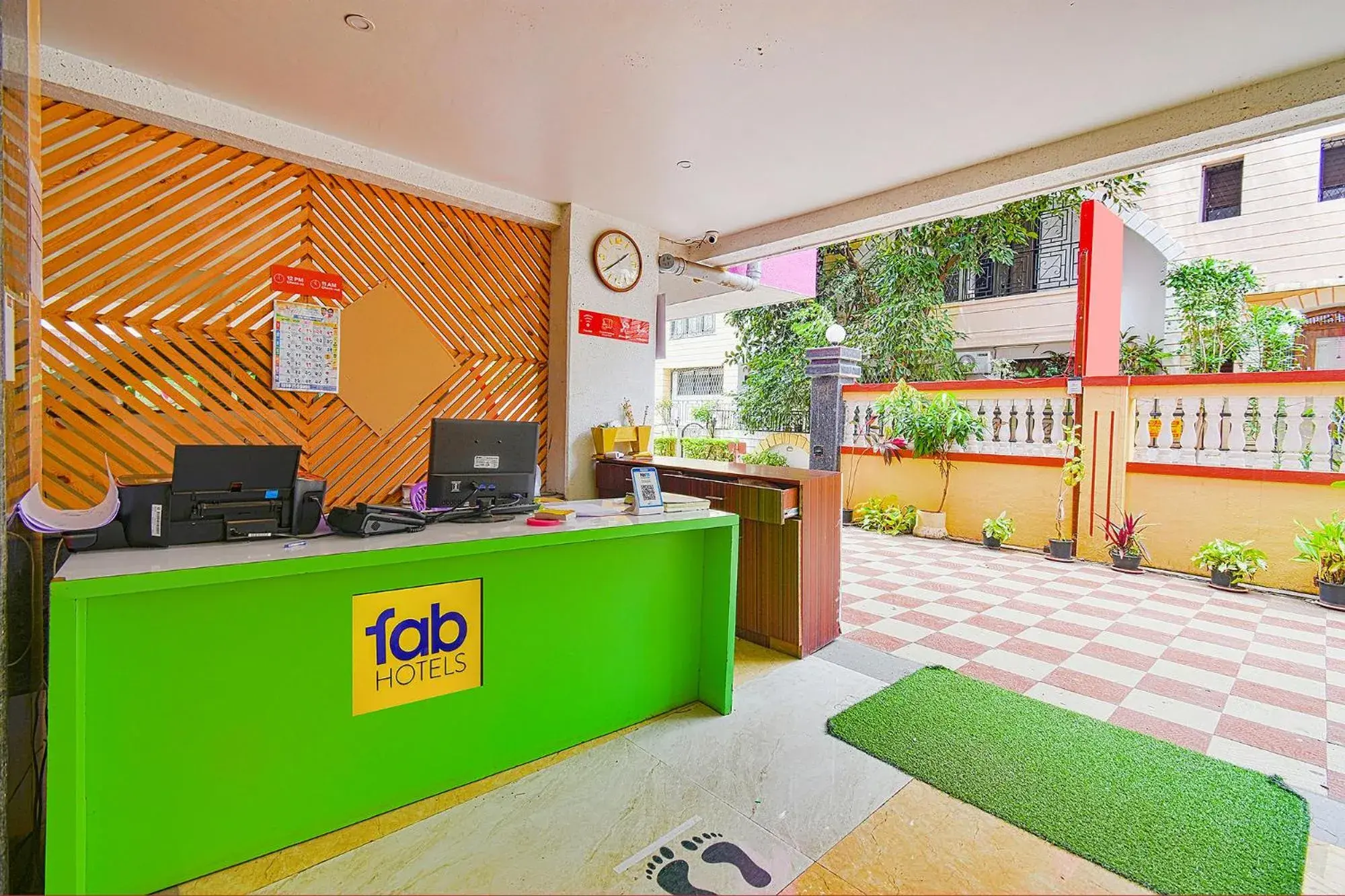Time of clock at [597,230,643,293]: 1:39
